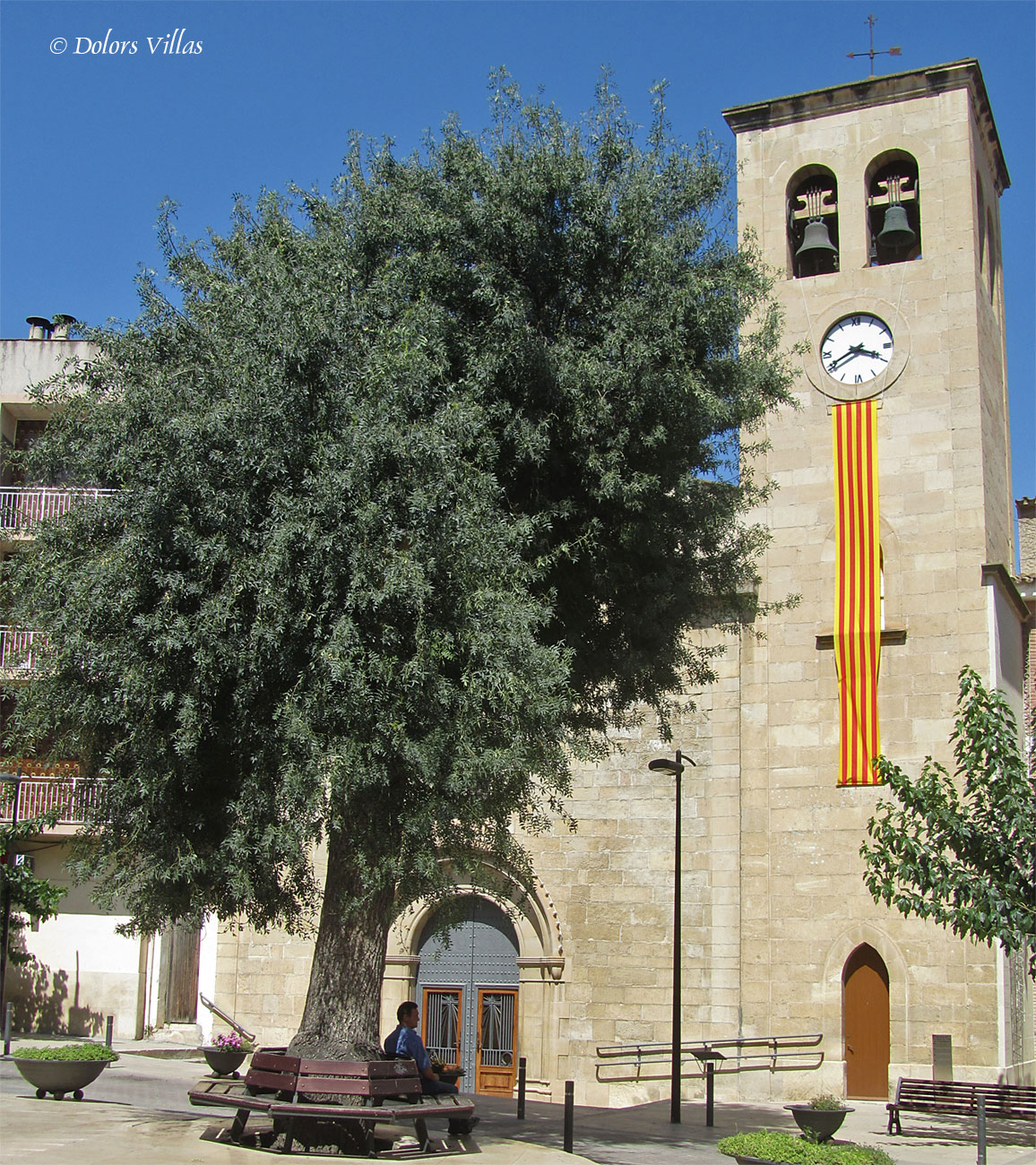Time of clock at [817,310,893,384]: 3:40
